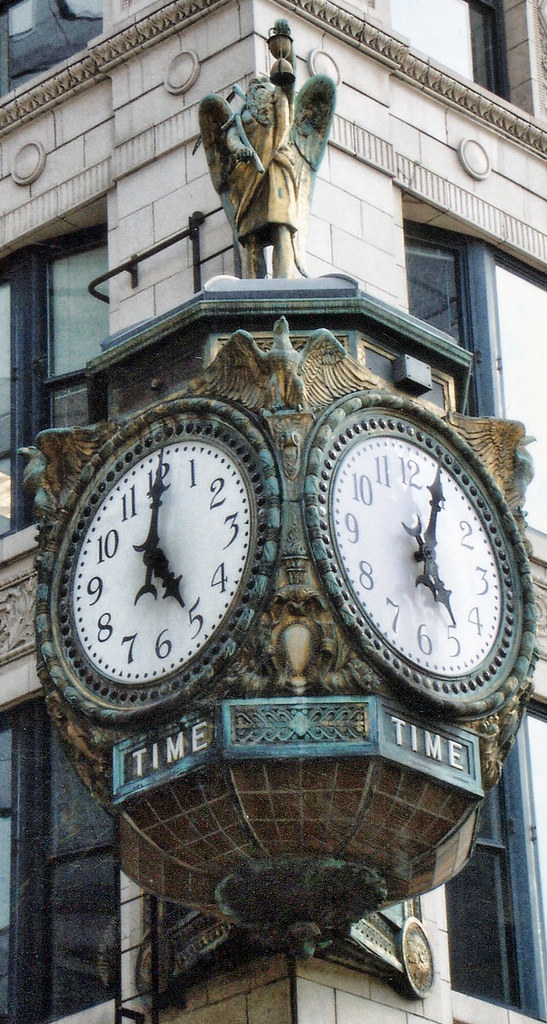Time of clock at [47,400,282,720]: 5:00
